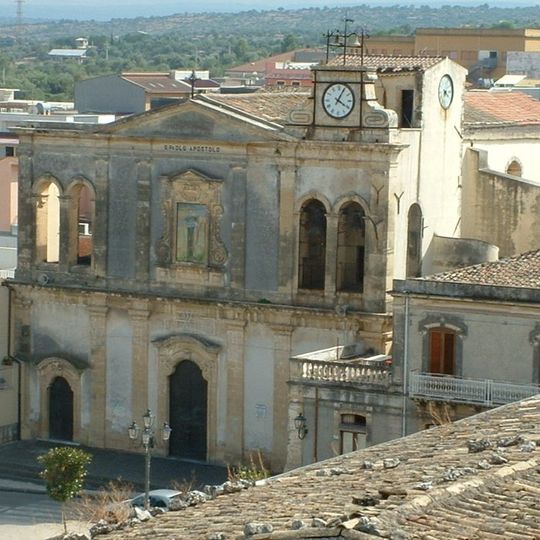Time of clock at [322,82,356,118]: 4:04
